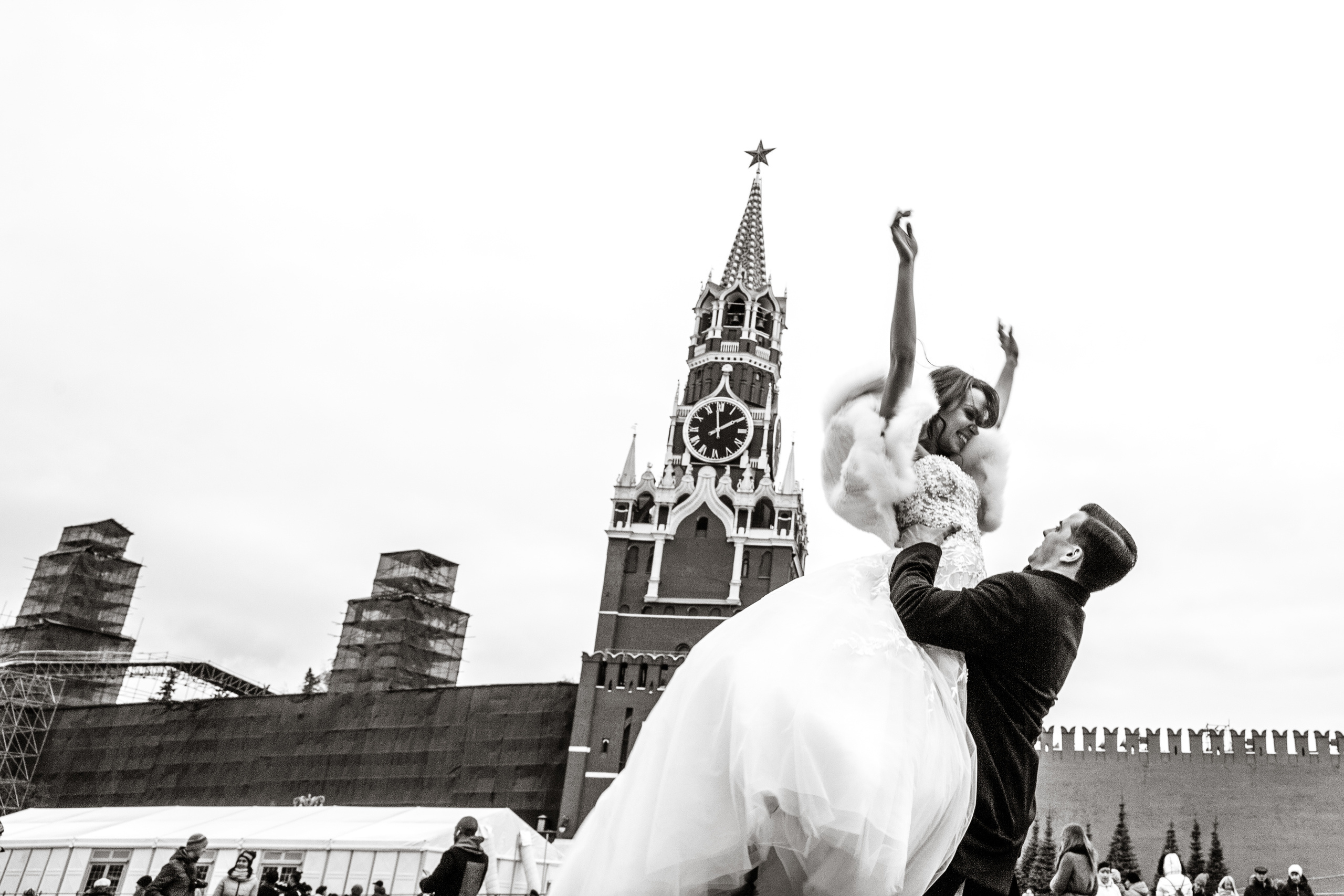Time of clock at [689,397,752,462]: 1:58
